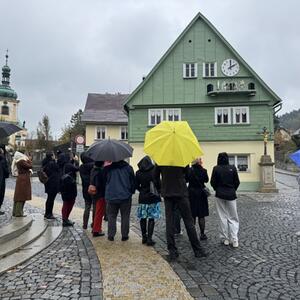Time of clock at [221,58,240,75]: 2:00
